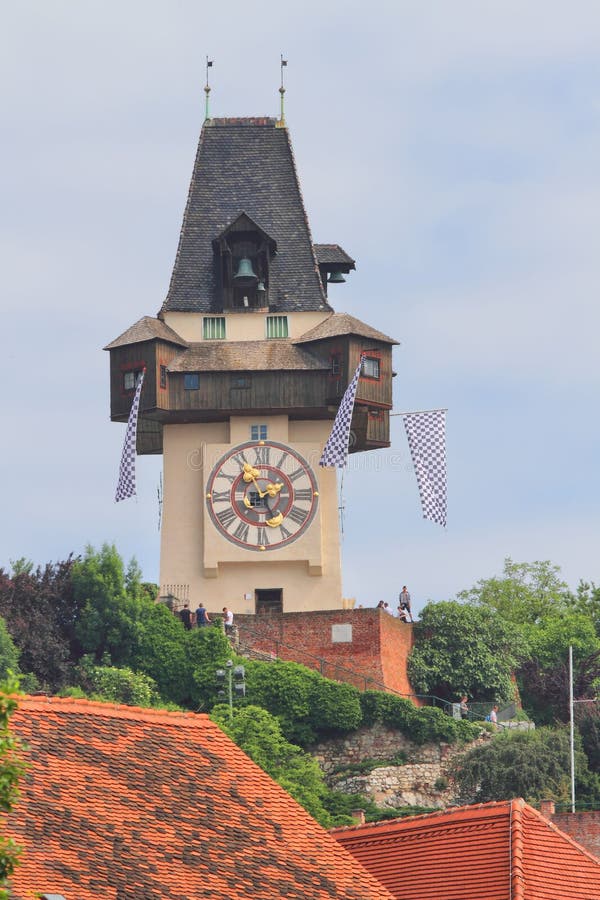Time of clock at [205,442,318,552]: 1:56
